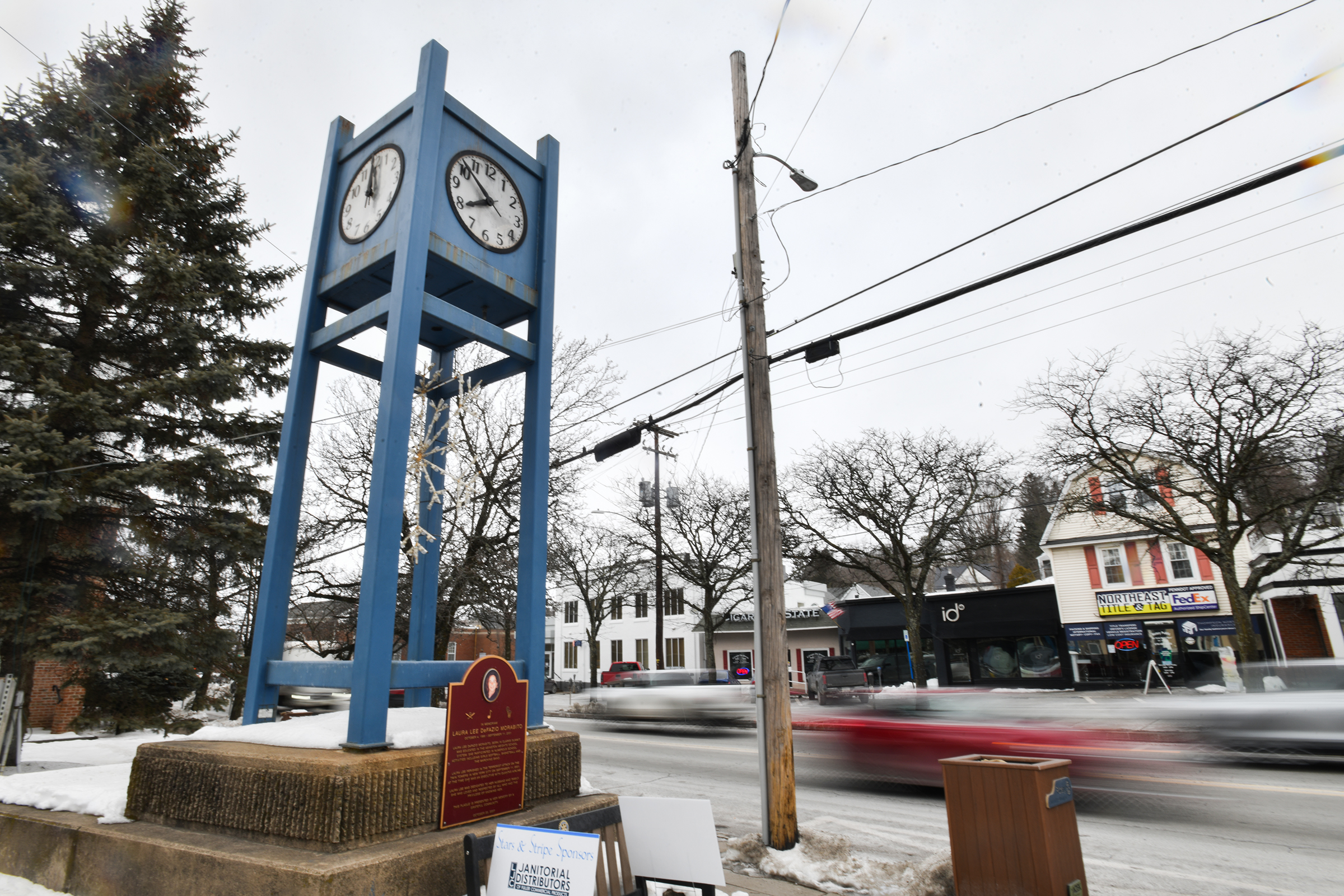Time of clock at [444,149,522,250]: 7:51
